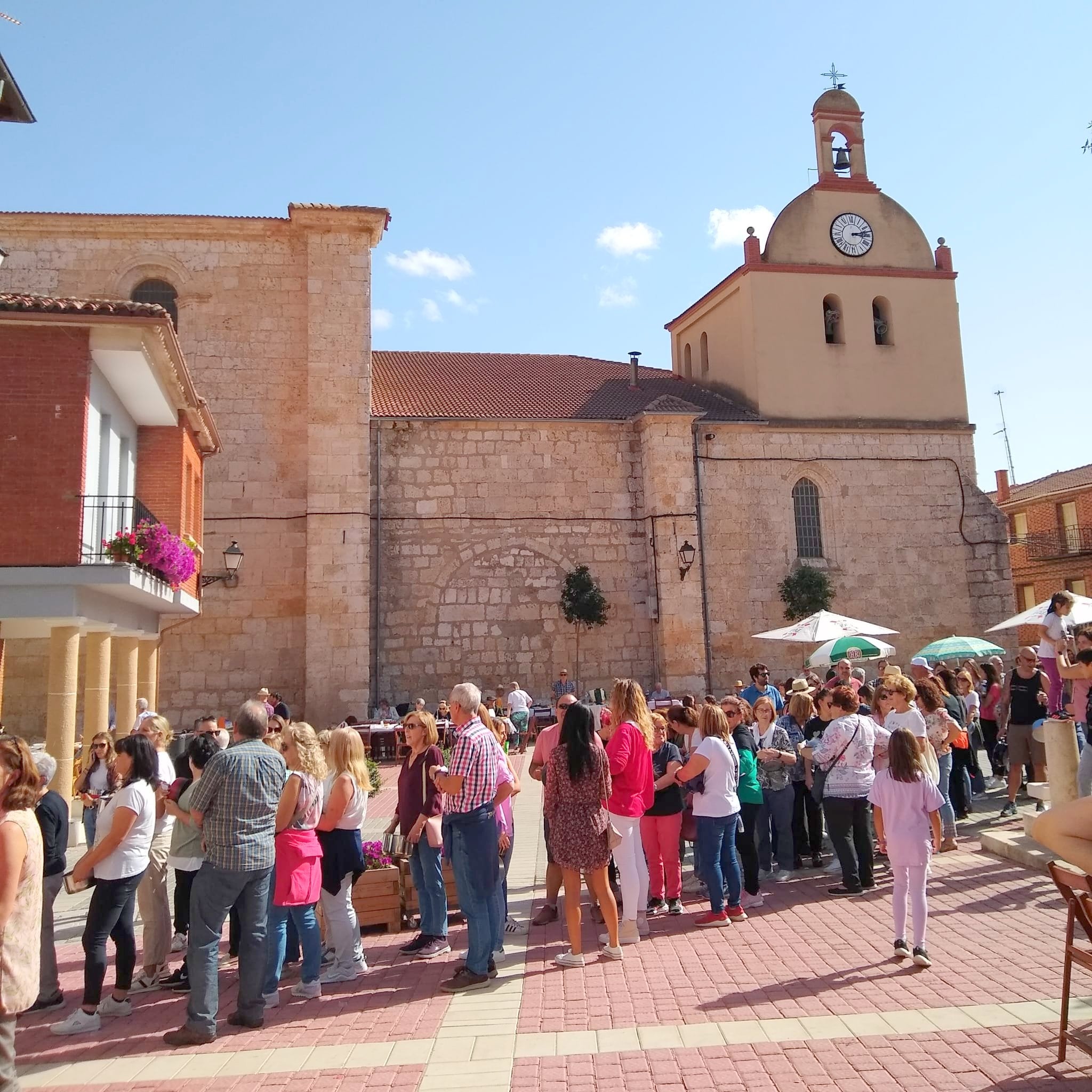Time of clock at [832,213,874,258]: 3:13
